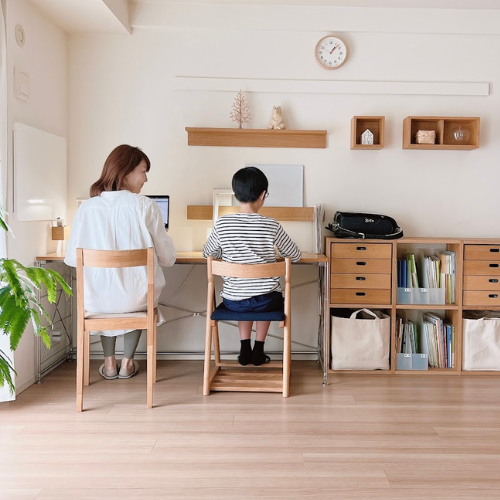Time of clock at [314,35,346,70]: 1:07
